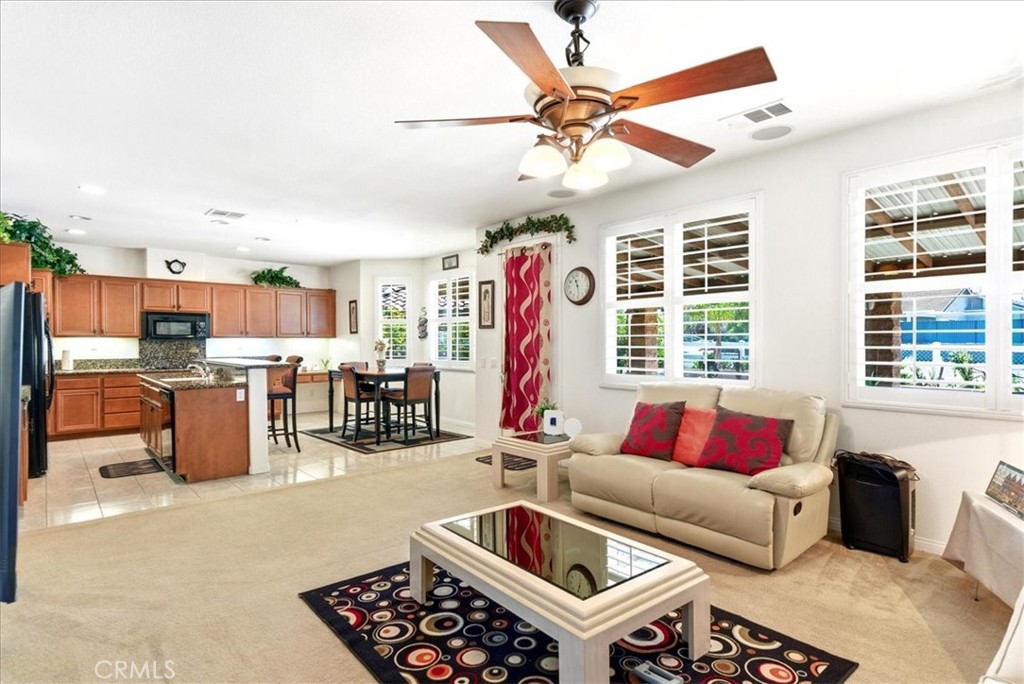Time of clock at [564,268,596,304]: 11:28
